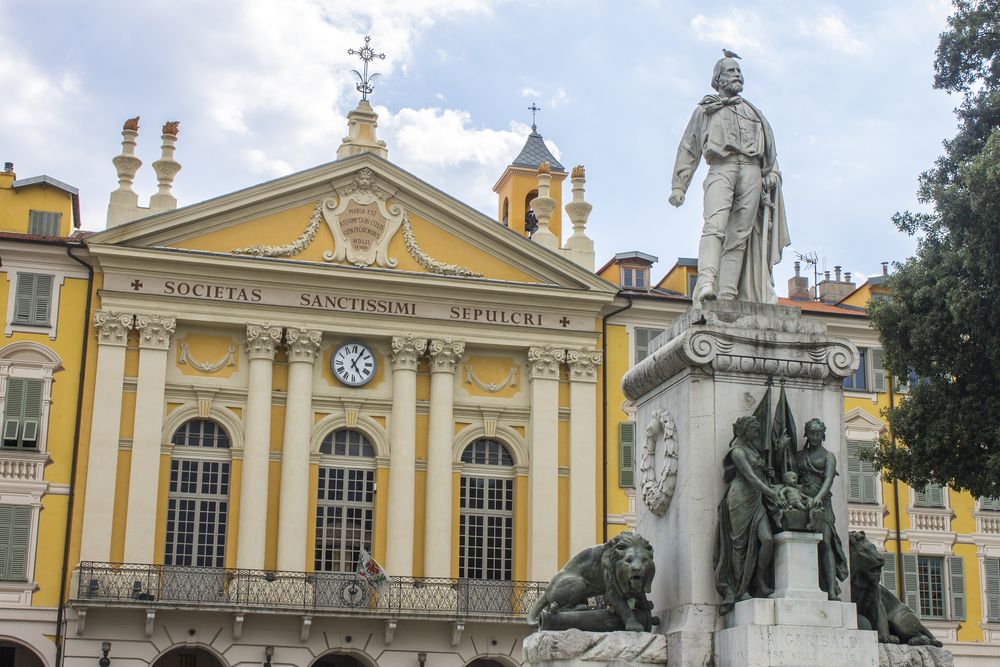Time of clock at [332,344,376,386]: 5:05
